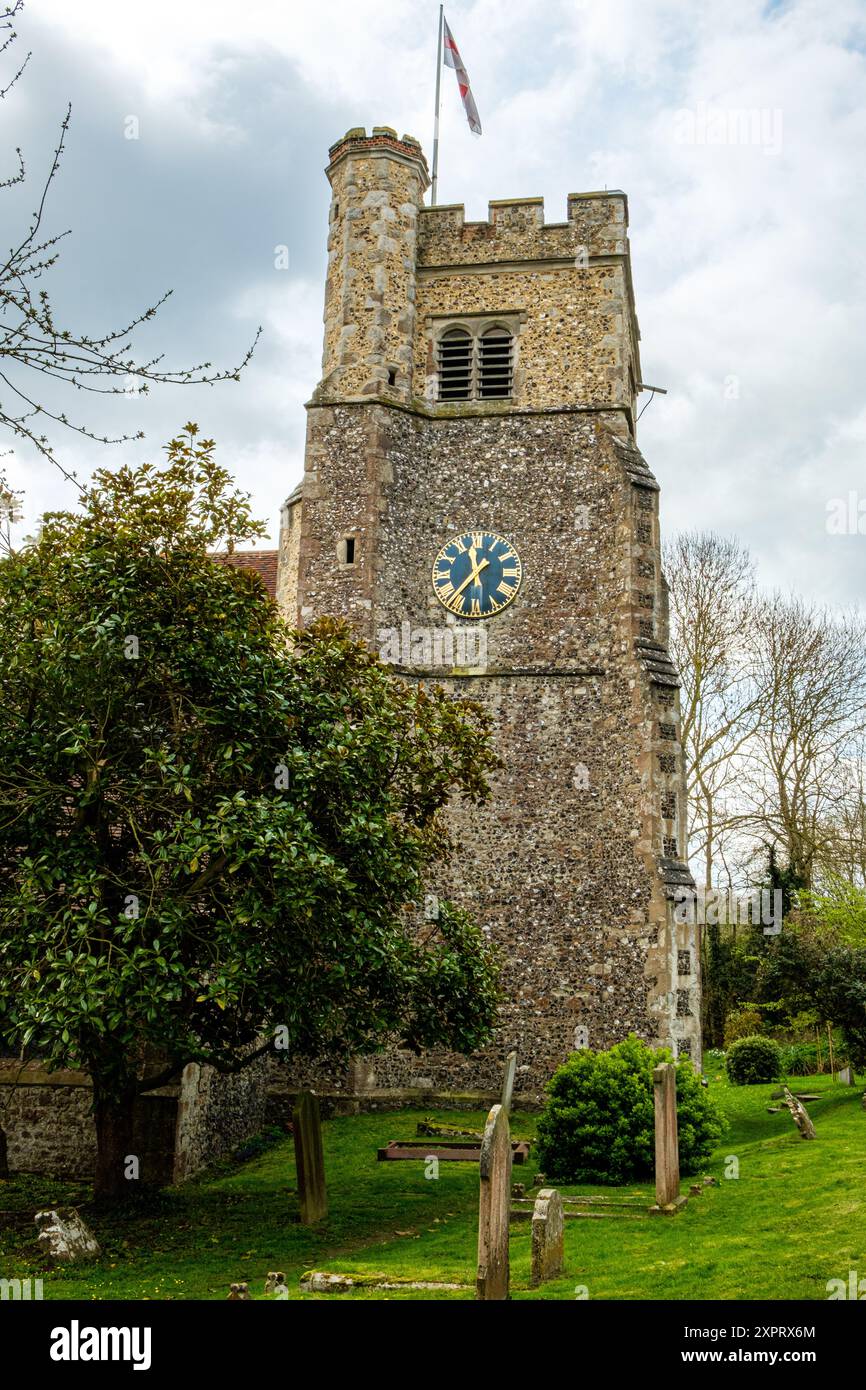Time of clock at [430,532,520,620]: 11:36
